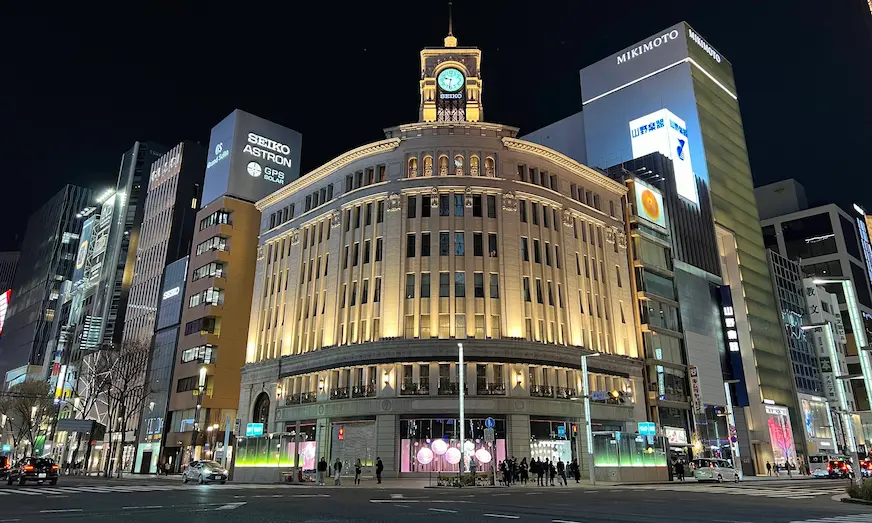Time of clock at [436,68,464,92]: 9:31
